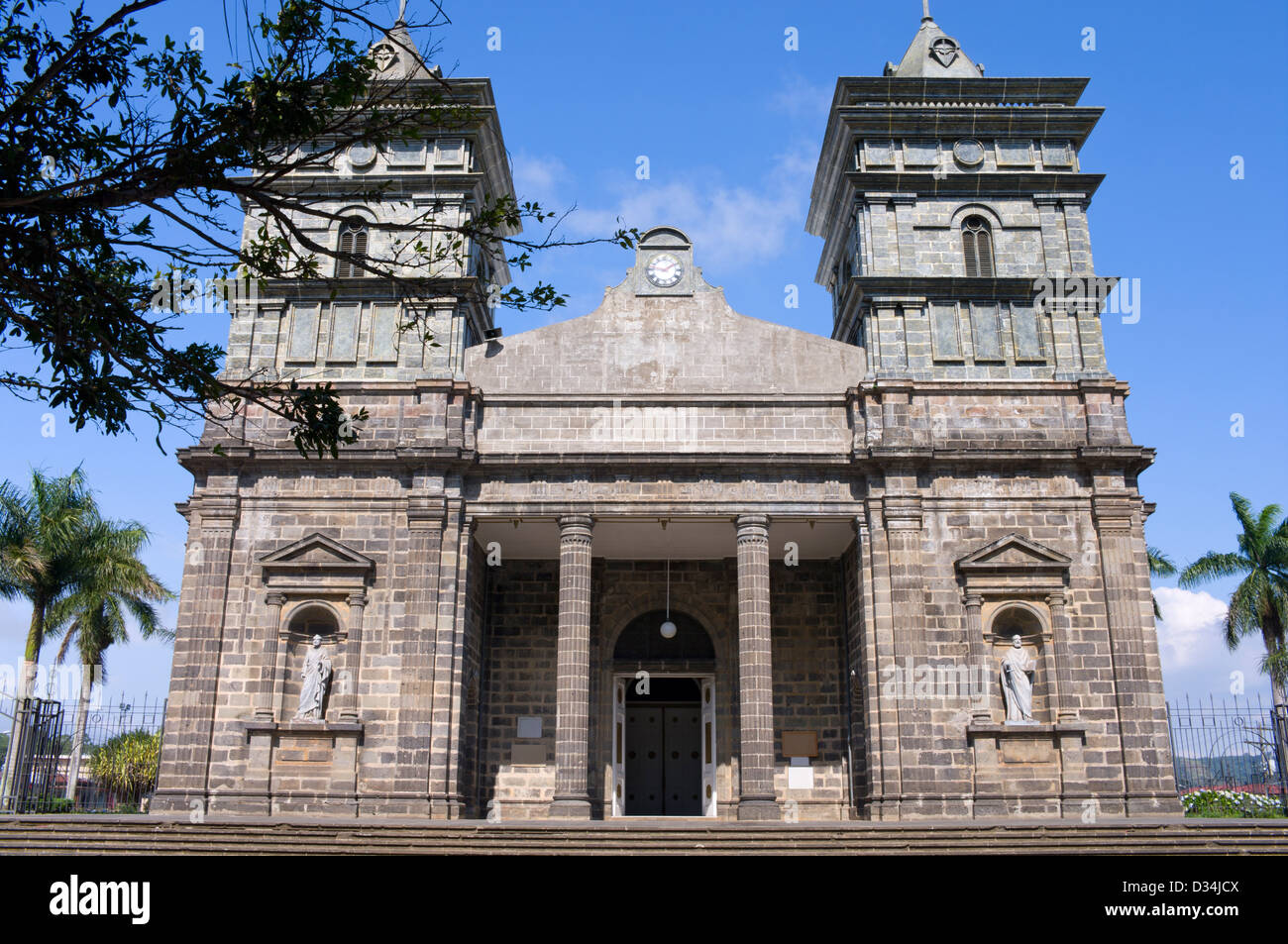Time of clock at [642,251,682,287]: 1:46
